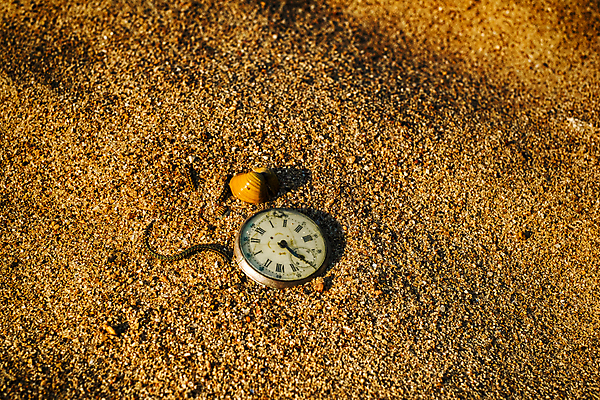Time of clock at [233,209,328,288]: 4:20
